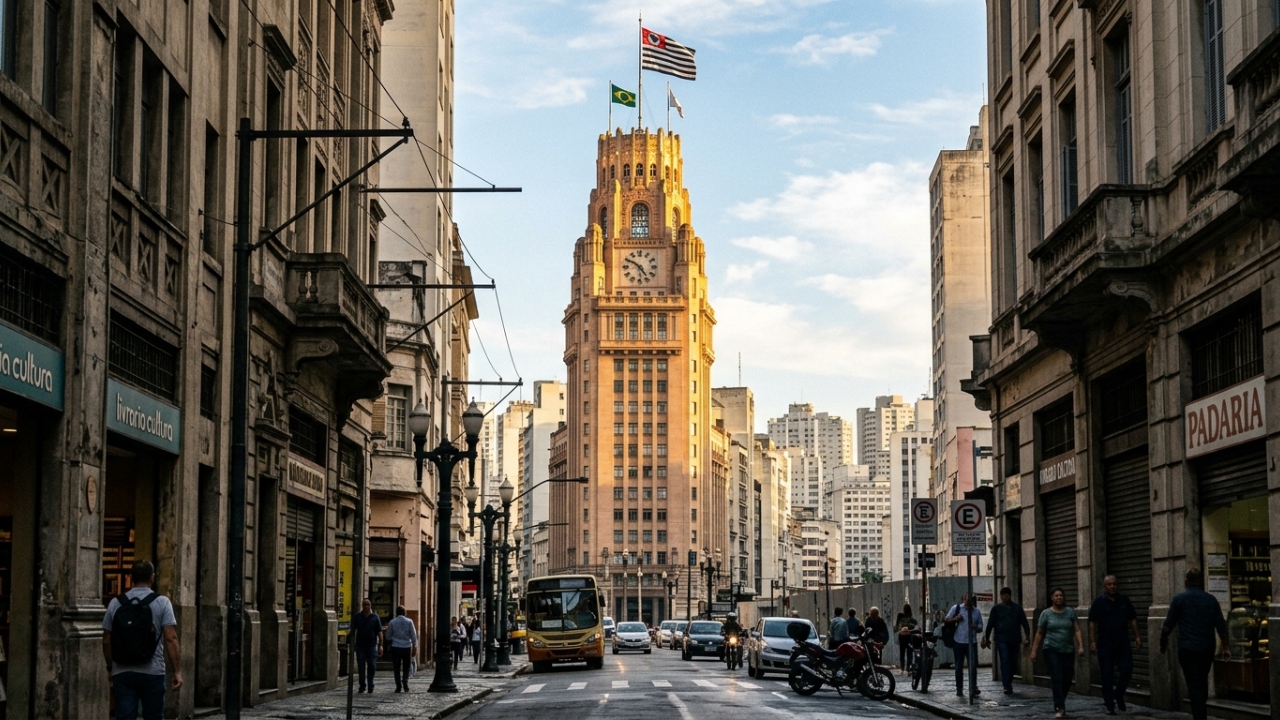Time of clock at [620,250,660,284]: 4:50
